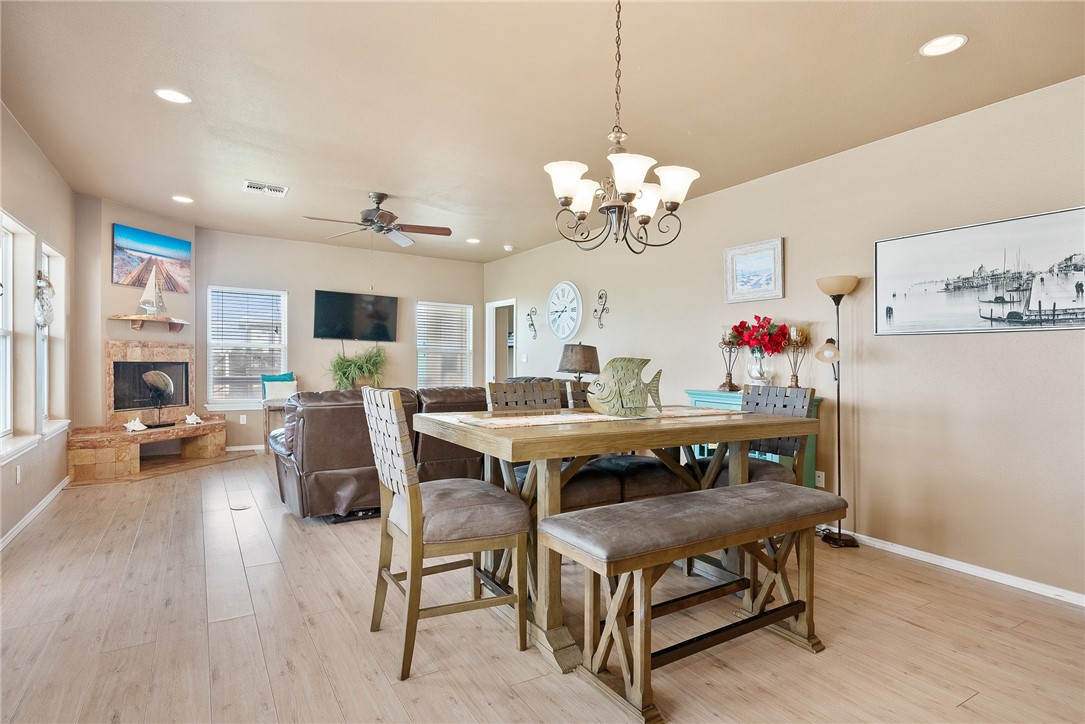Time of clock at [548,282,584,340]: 7:45
